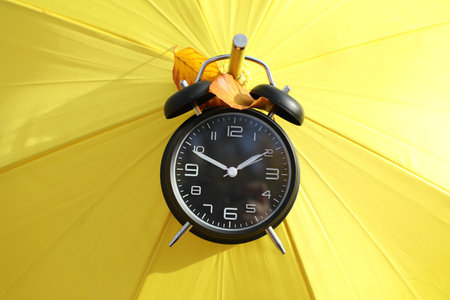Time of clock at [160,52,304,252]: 1:49
